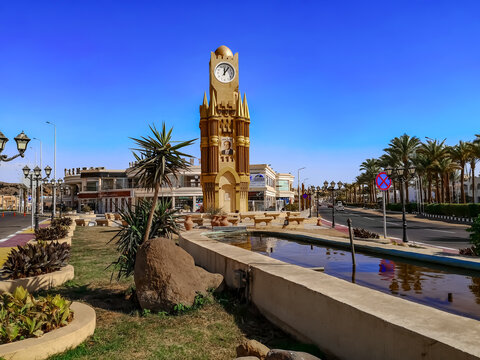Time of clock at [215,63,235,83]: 12:06
